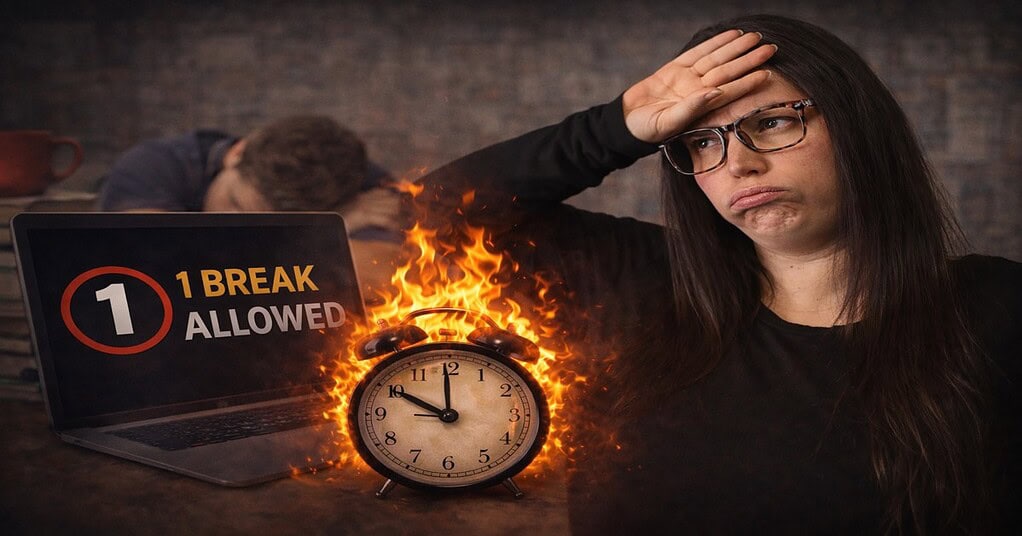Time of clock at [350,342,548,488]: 9:59
